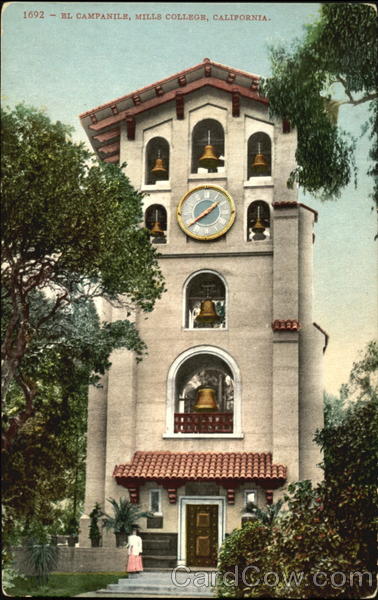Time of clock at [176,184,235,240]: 1:39
